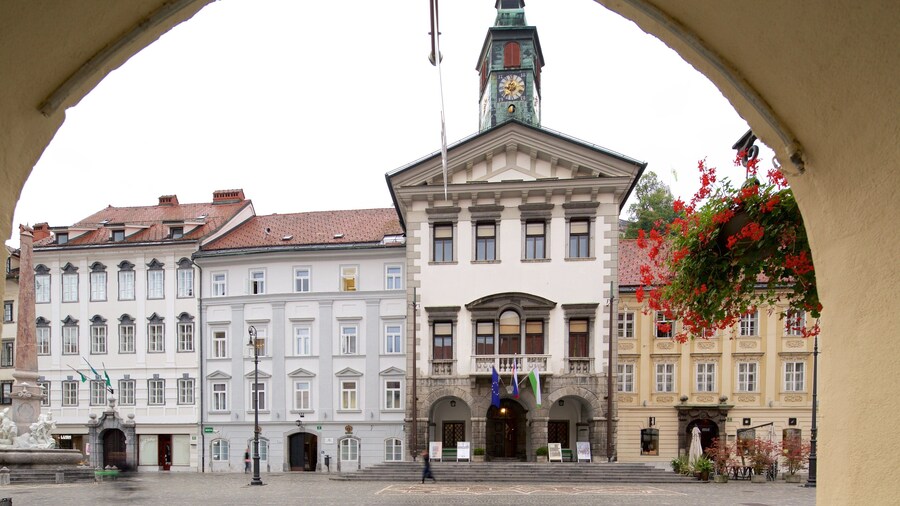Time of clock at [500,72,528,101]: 9:01
